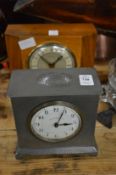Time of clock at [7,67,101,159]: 3:04
